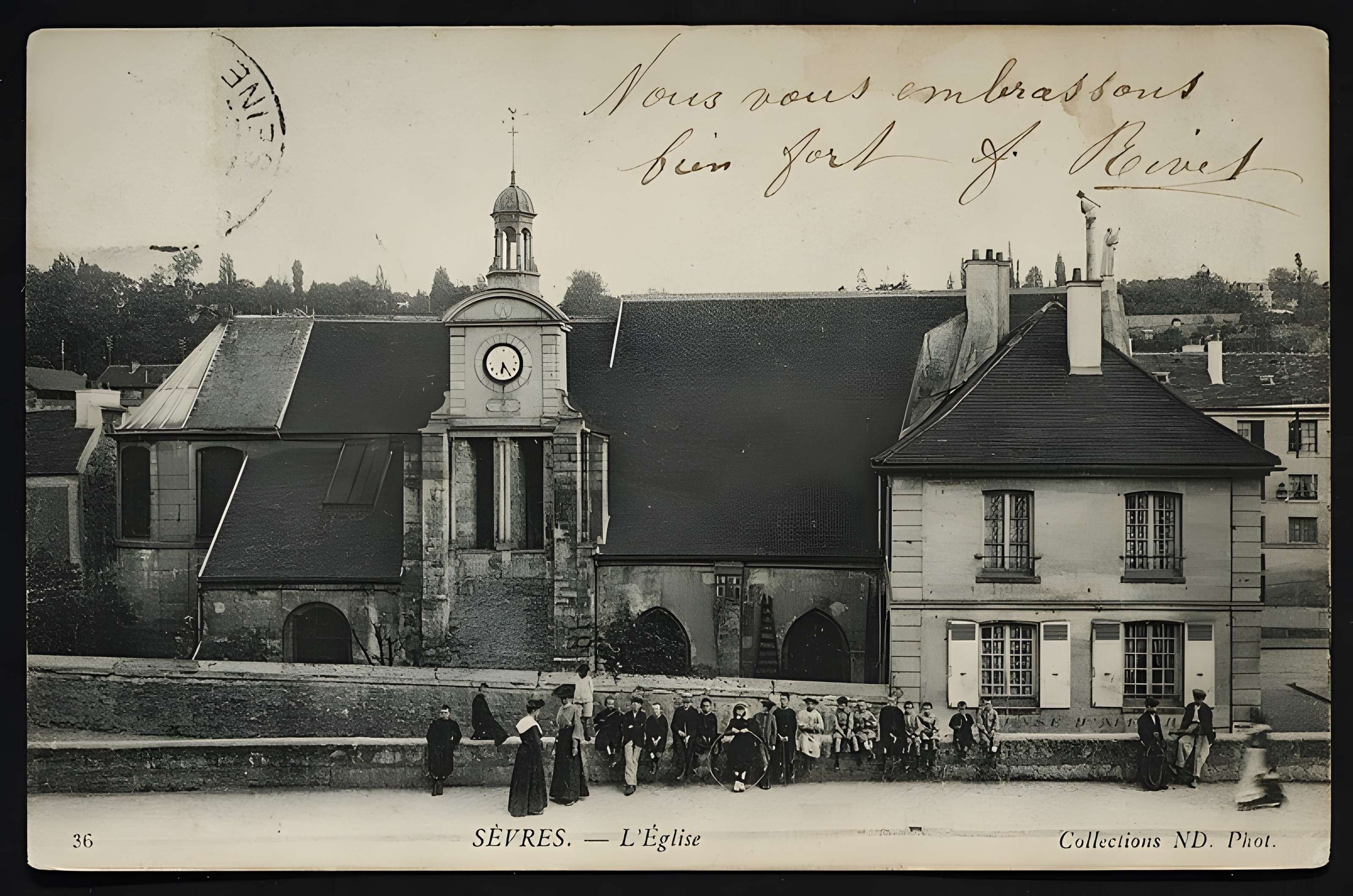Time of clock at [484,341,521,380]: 6:24
